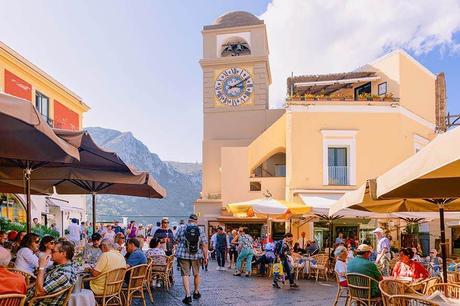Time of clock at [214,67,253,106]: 3:09
